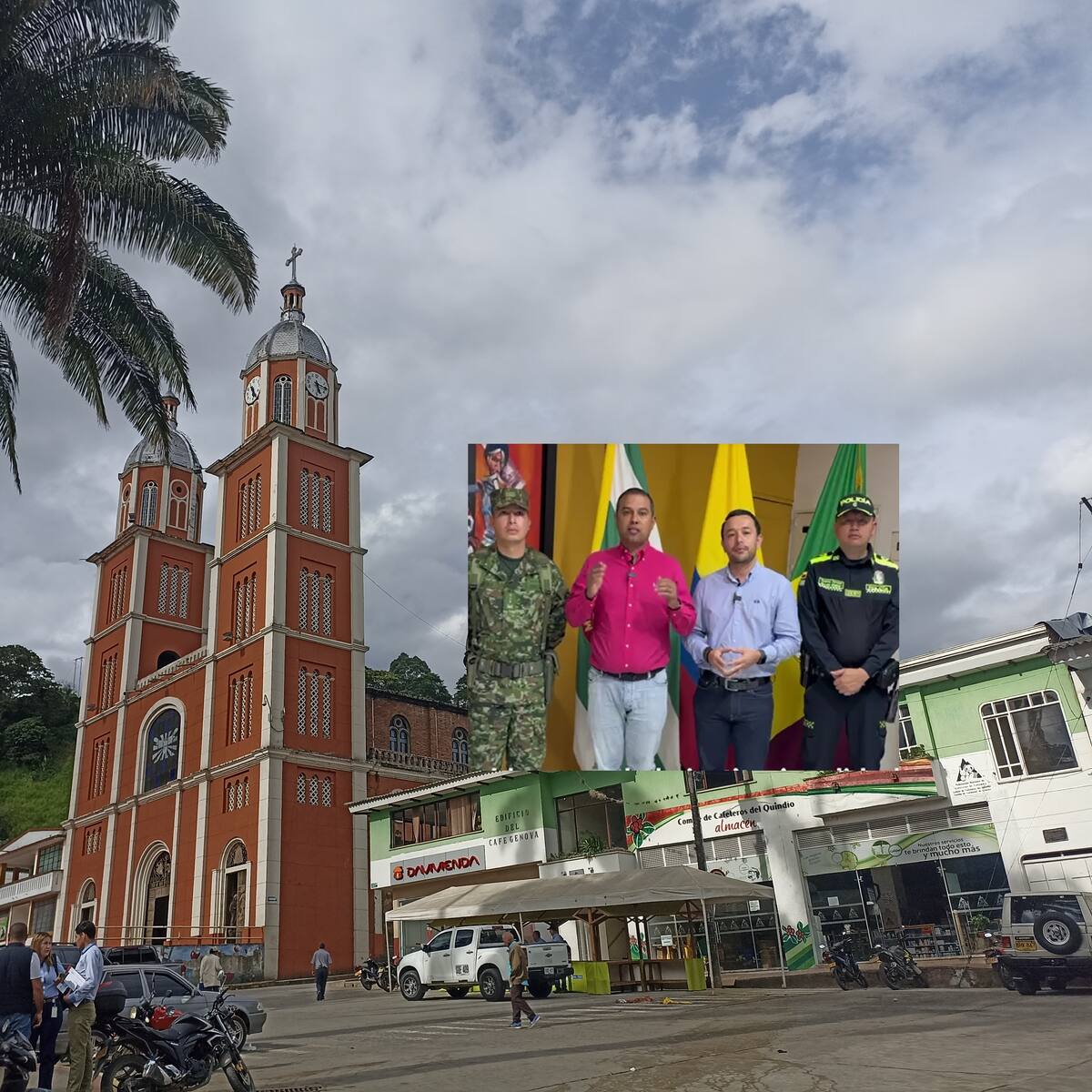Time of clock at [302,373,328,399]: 5:15
